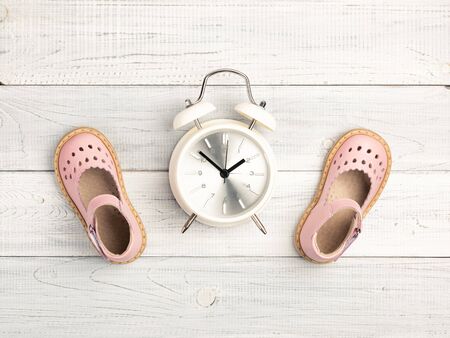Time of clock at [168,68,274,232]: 1:51
